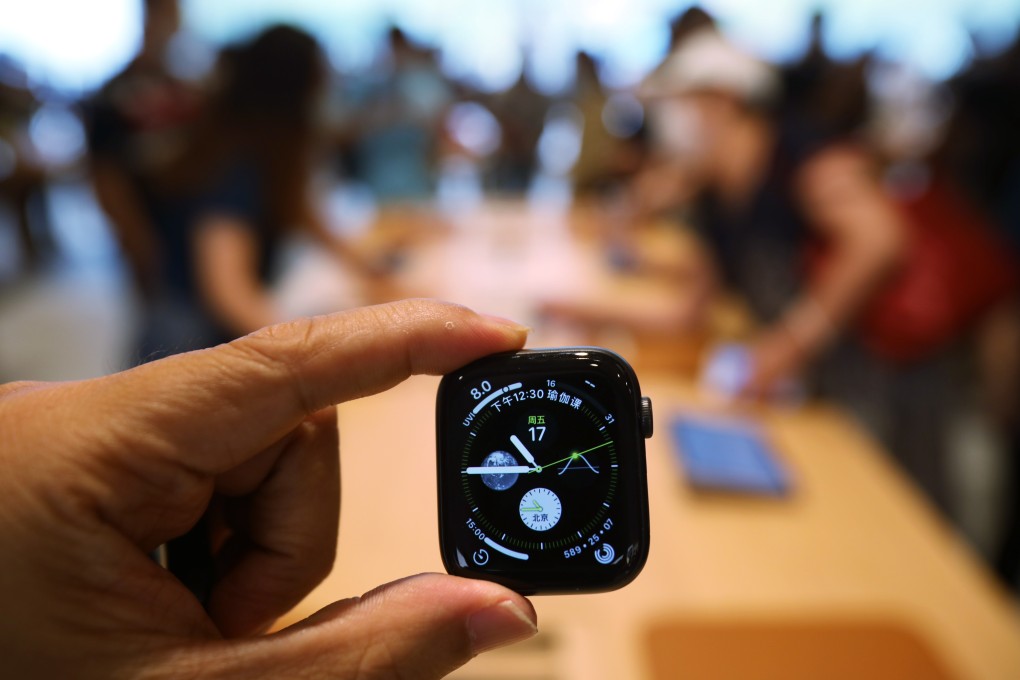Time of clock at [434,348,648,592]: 10:45
